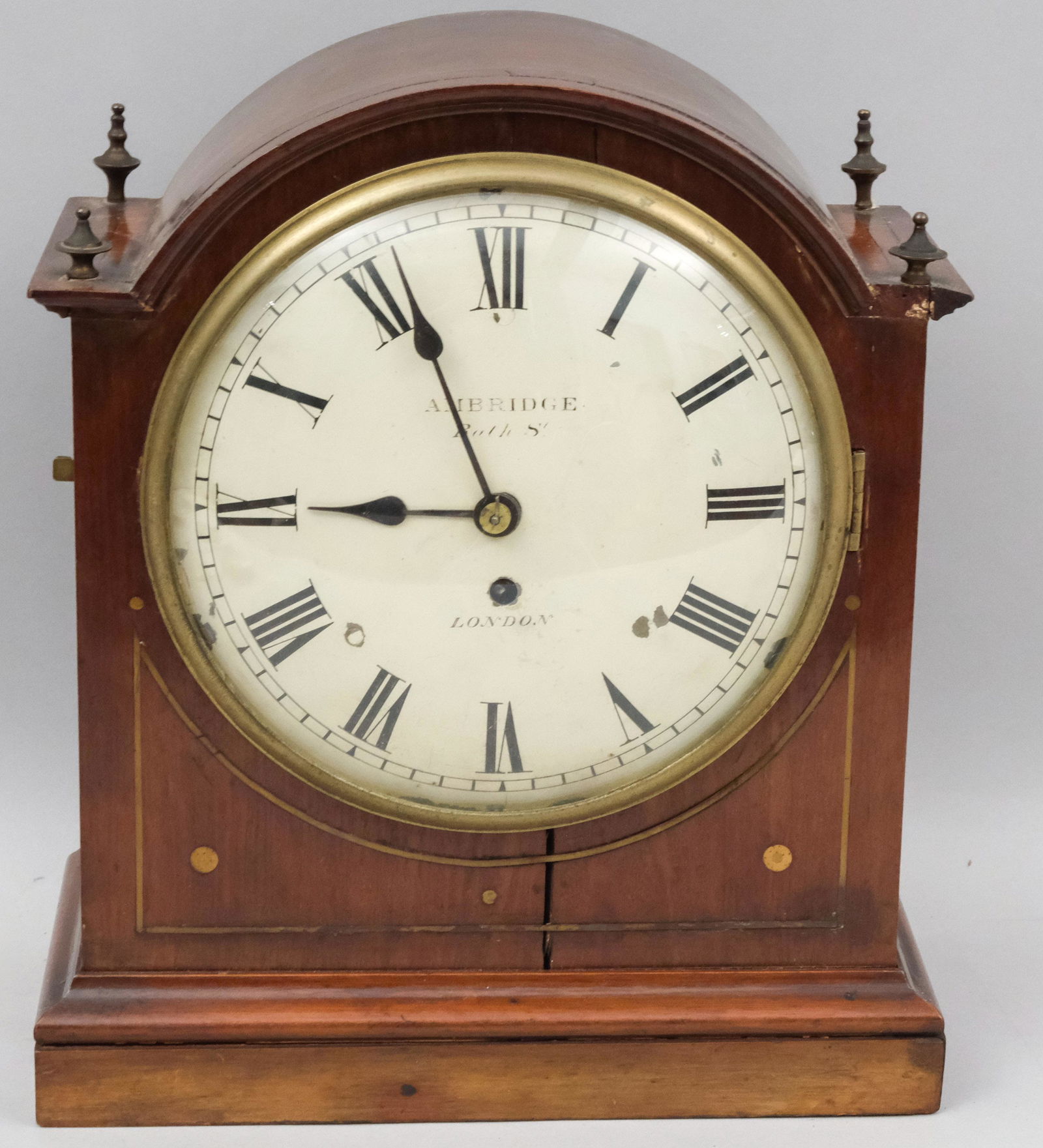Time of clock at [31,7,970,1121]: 8:56
